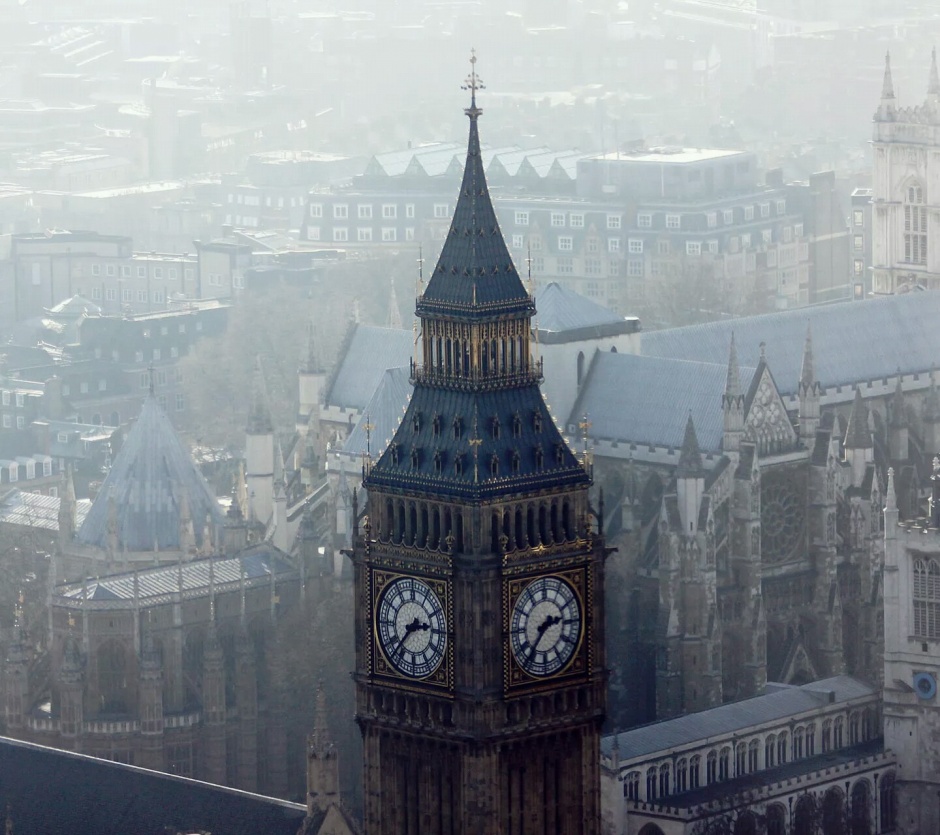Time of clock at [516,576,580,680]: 2:36
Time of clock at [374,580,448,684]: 2:37
